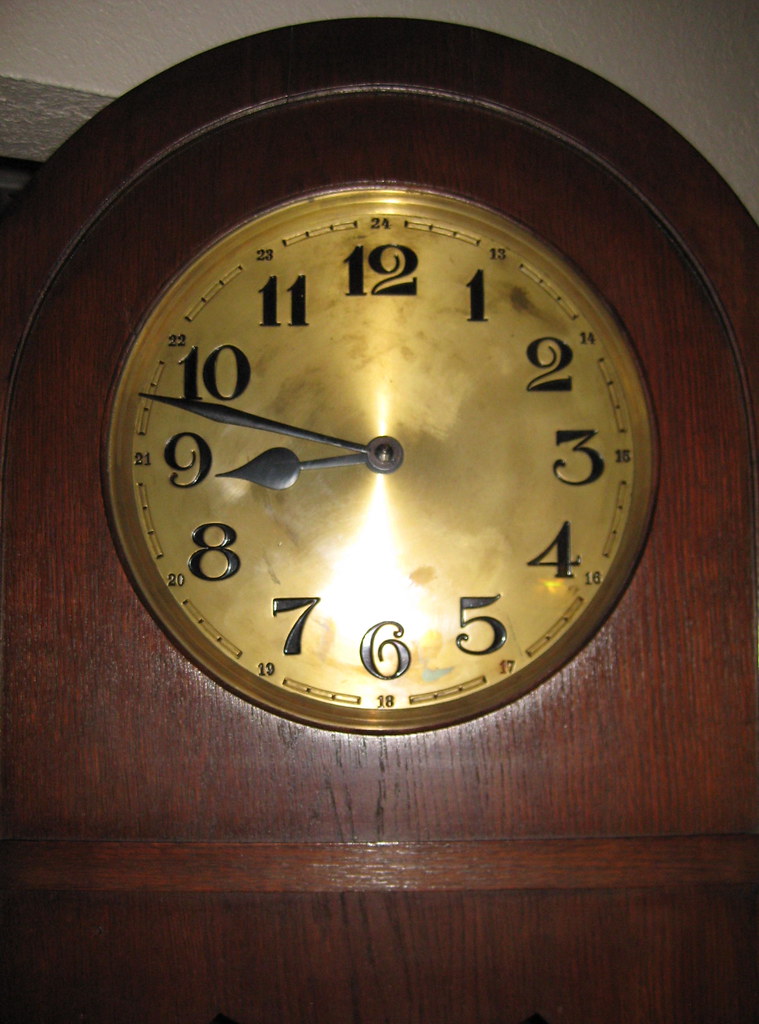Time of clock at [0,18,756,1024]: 8:47
